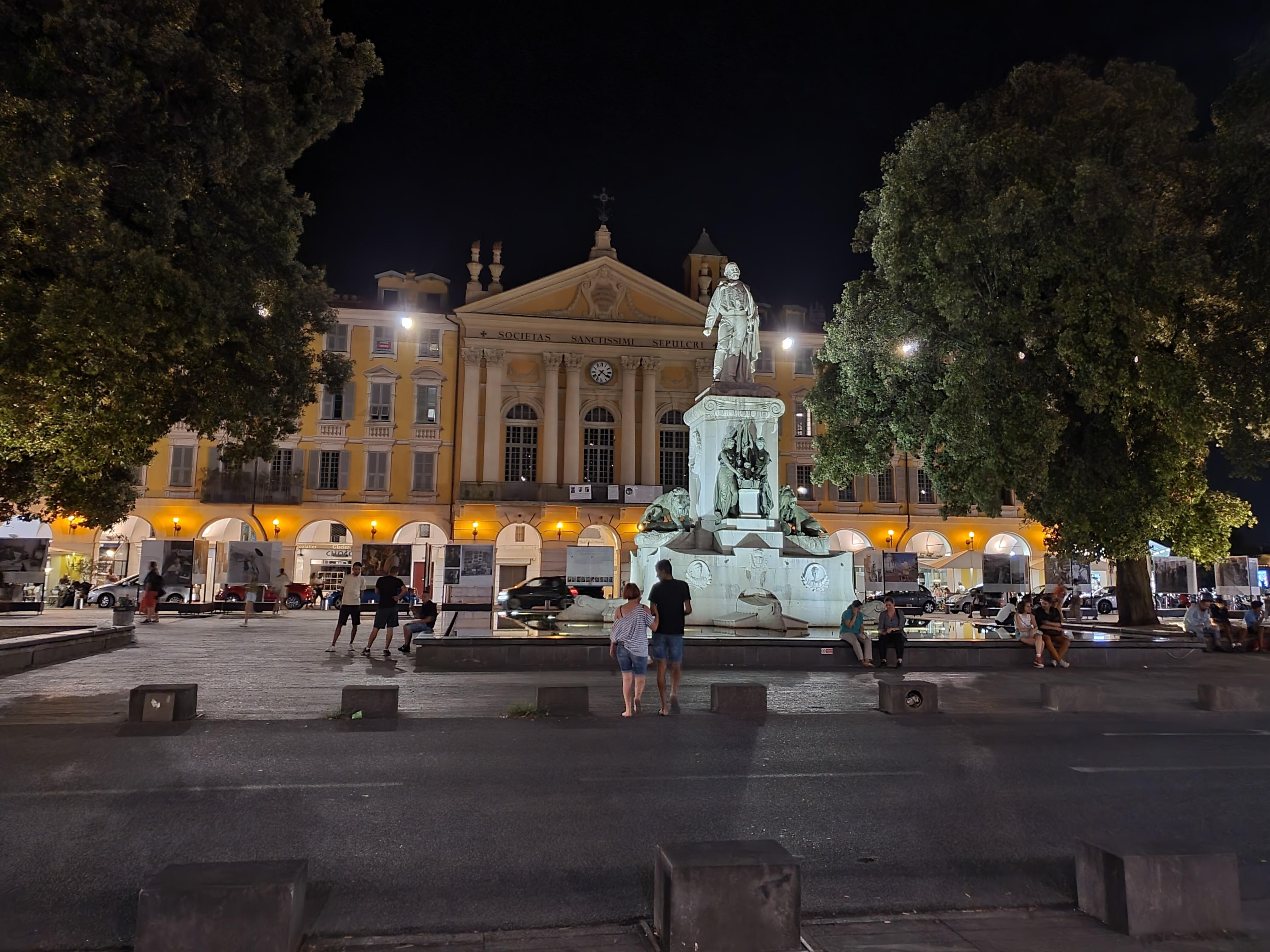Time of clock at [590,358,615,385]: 7:20
